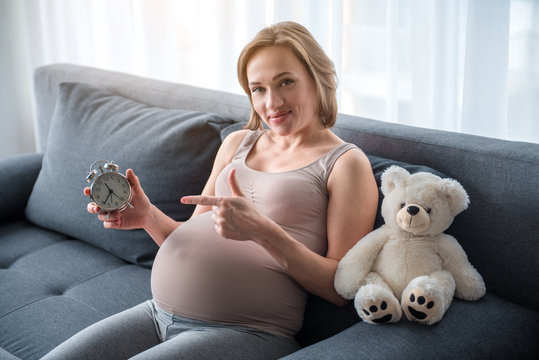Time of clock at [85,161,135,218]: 10:34
